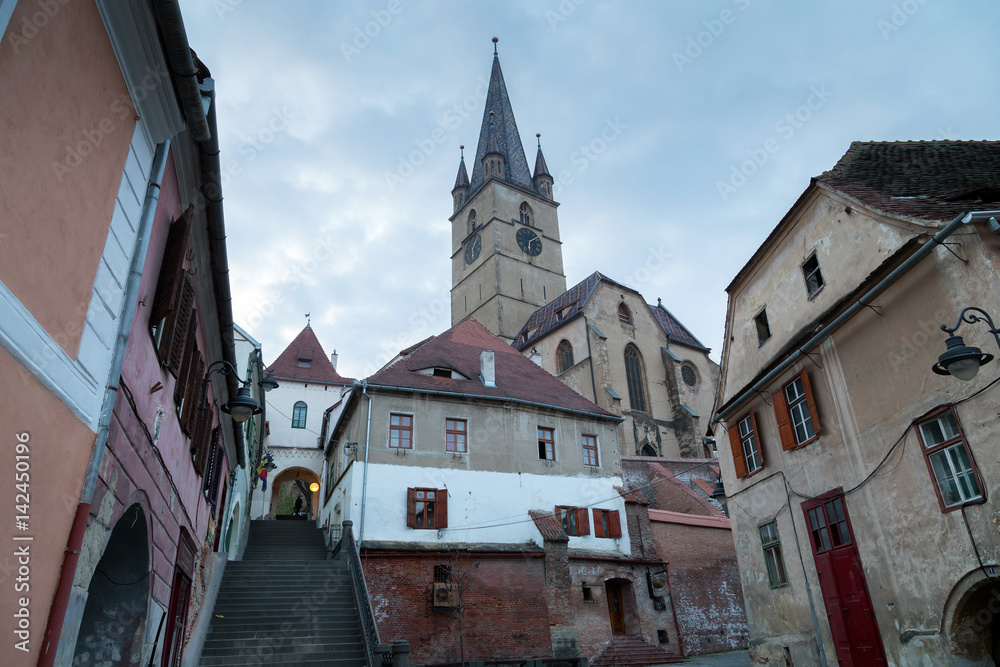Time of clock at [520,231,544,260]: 6:08
